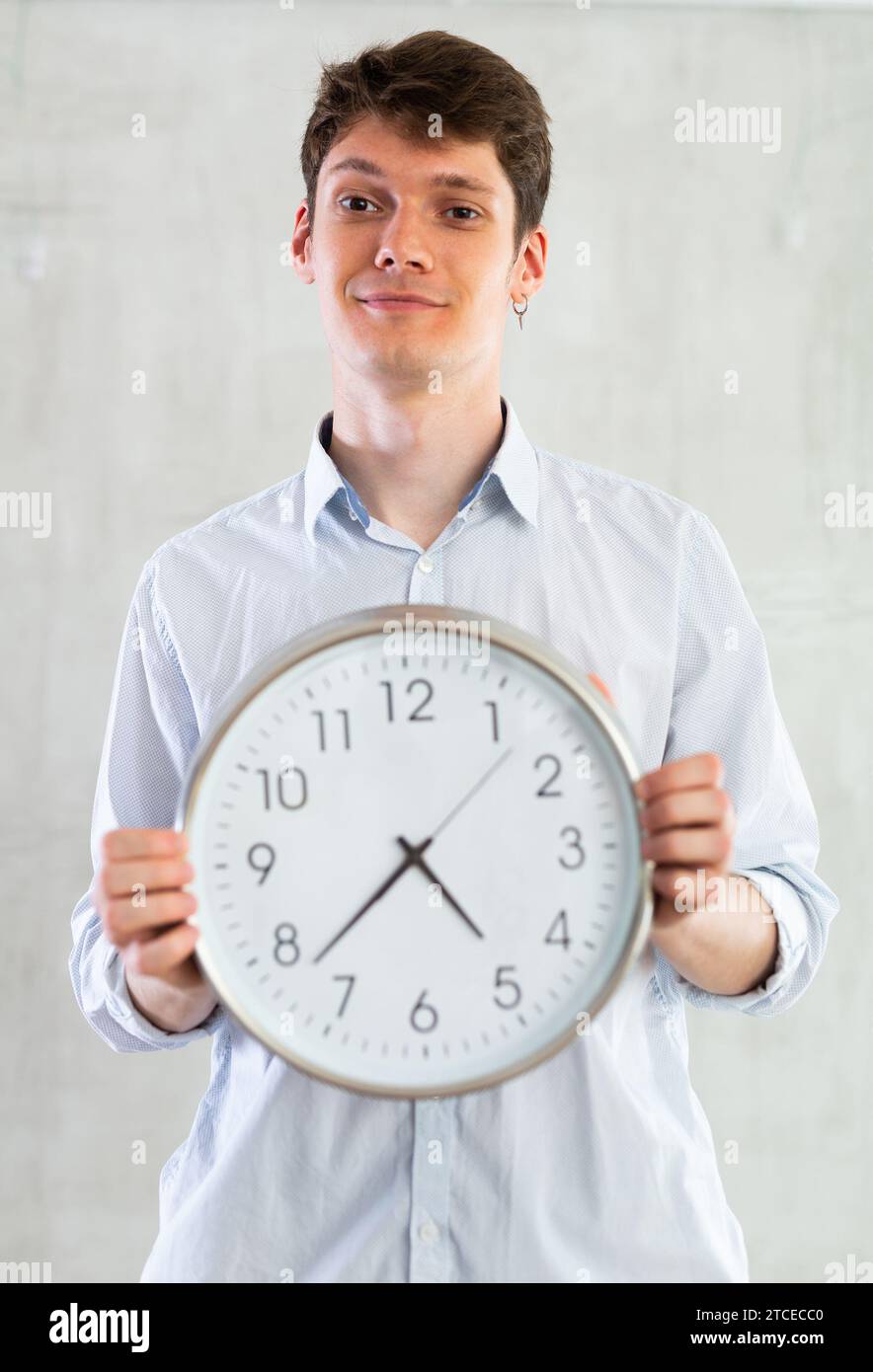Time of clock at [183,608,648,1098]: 4:37
